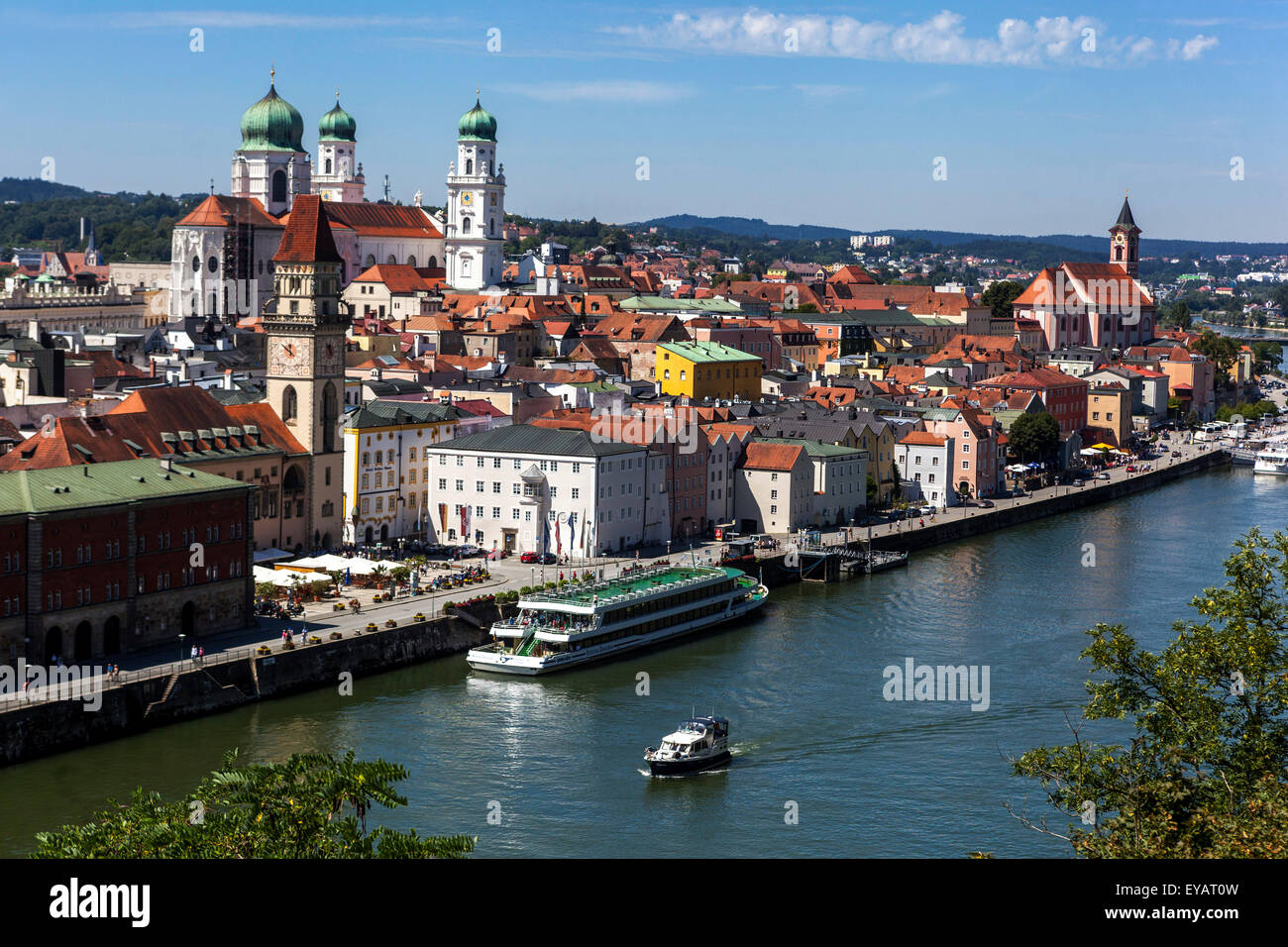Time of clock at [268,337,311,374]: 11:53
